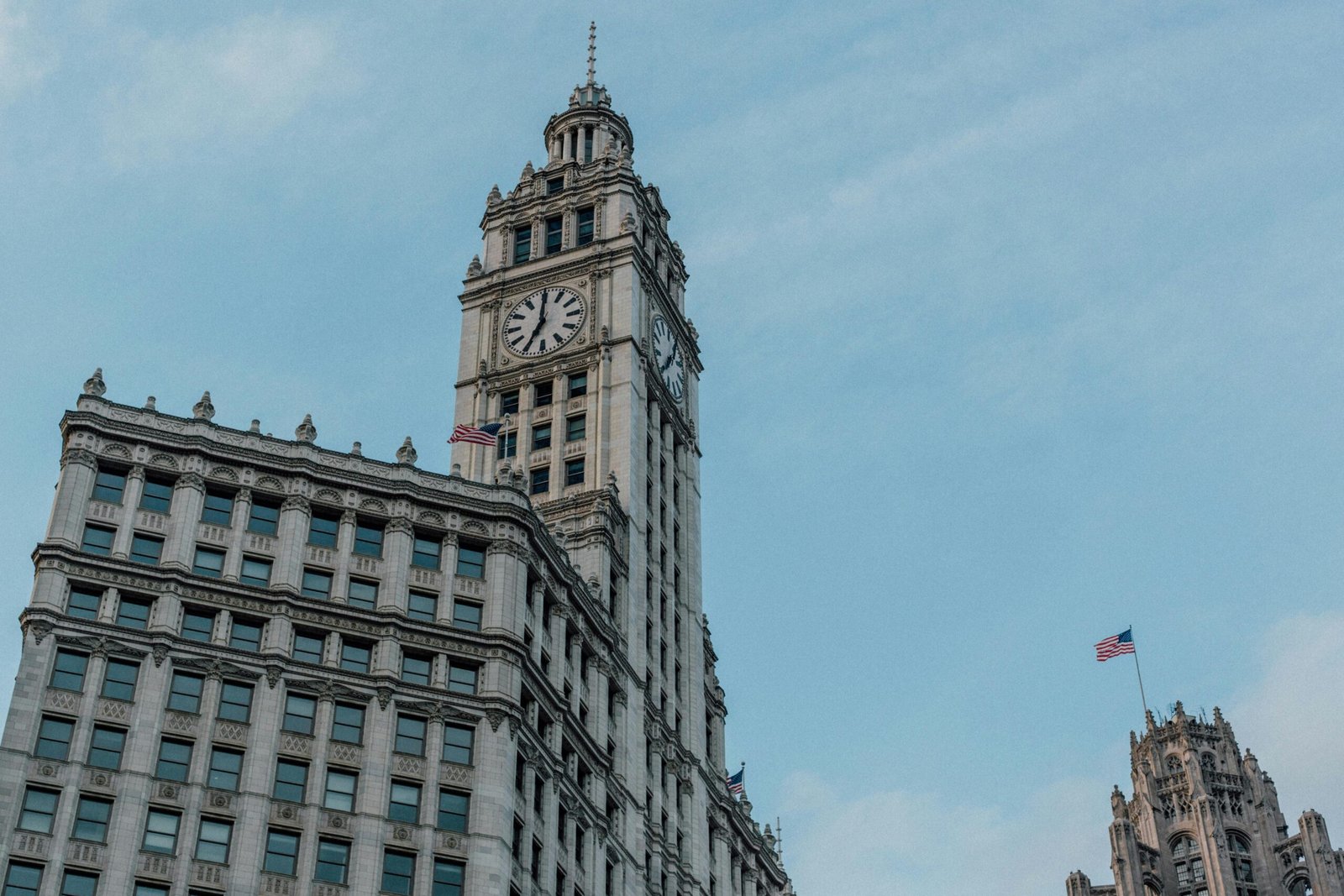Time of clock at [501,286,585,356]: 7:00
